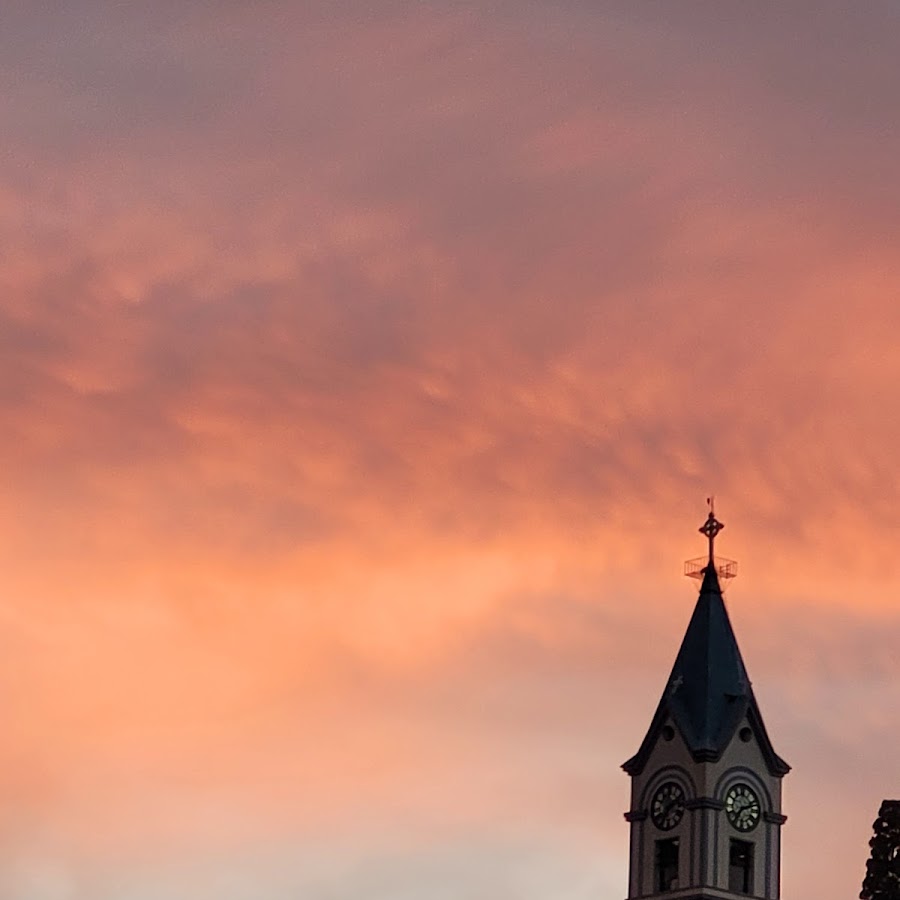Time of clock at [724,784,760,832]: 7:12
